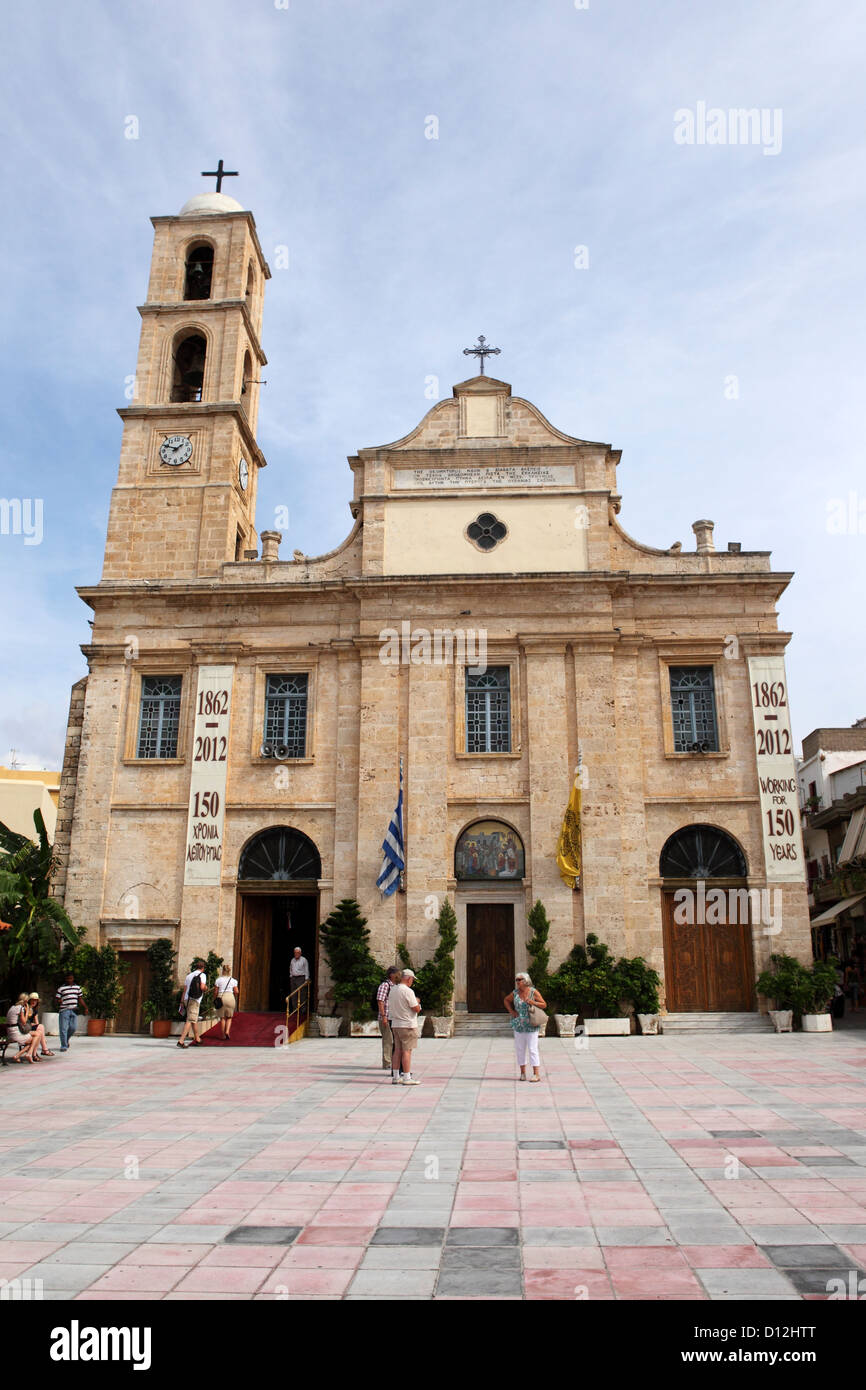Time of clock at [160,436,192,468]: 1:49
